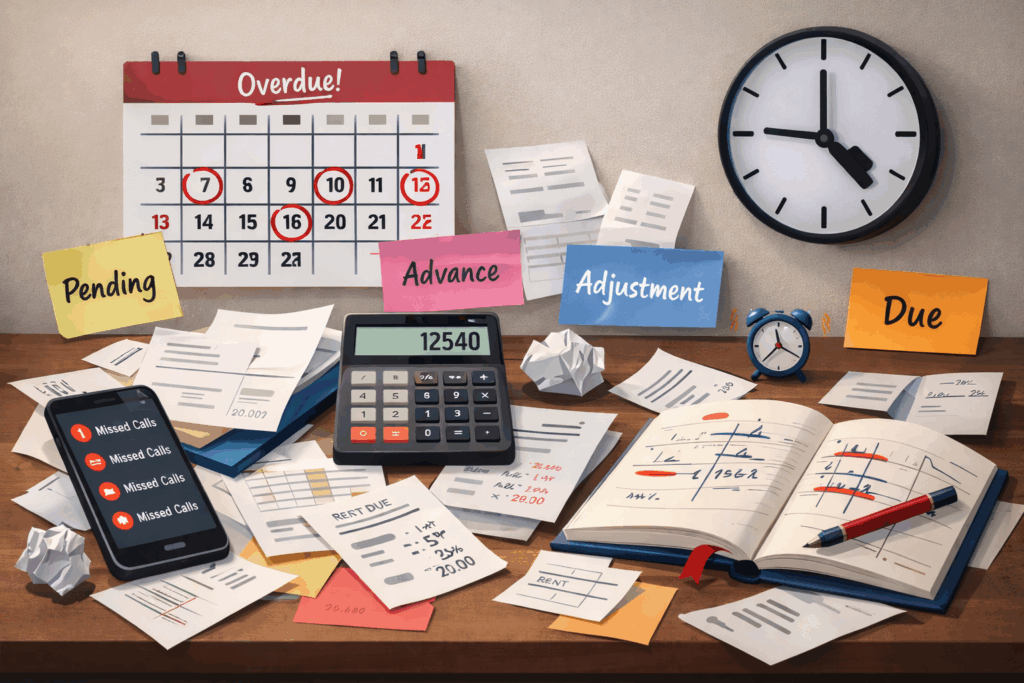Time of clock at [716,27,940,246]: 4:45
